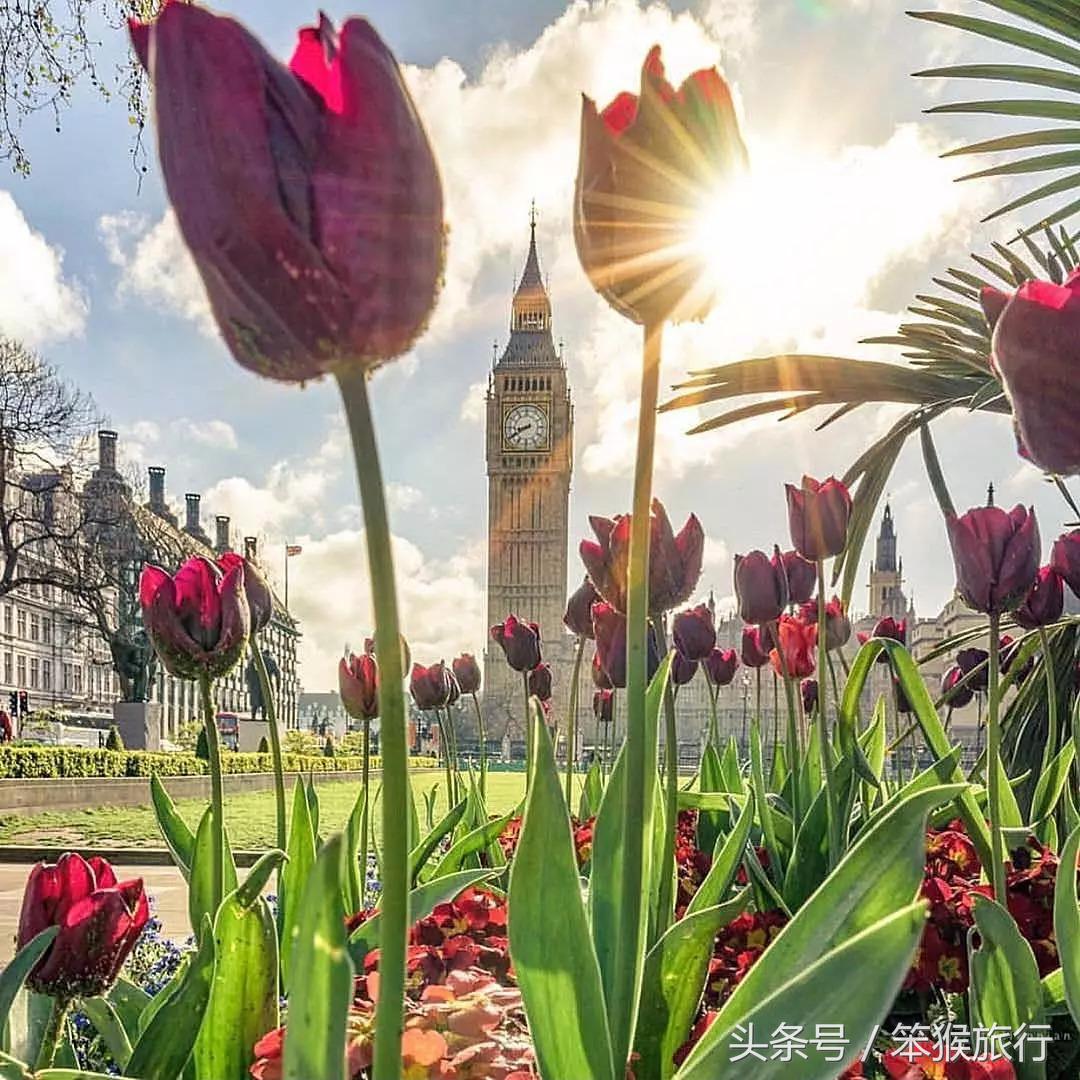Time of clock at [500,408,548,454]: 8:40
